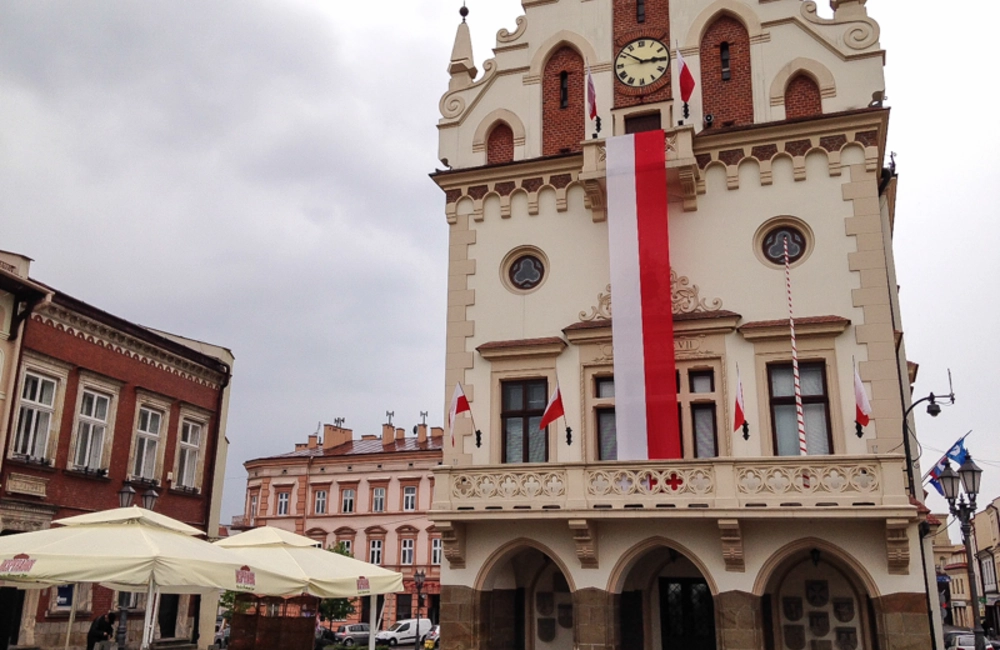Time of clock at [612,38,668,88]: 2:51
